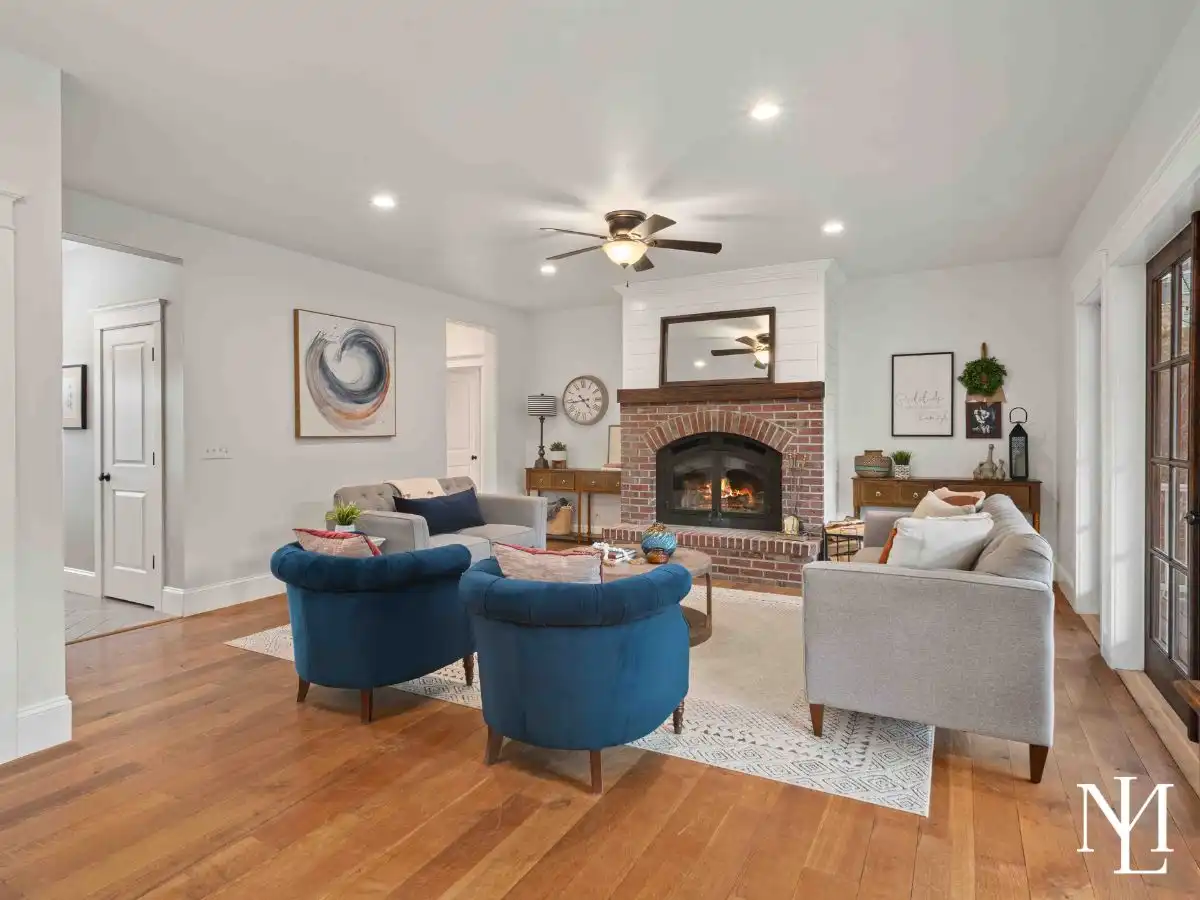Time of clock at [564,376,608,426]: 4:43
